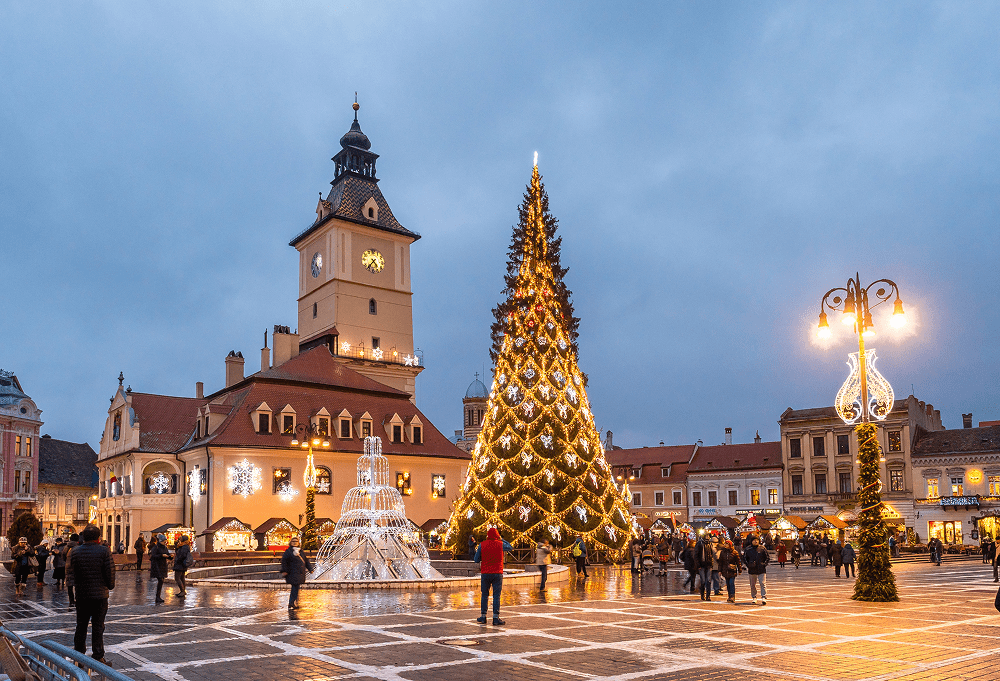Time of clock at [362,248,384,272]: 4:36
